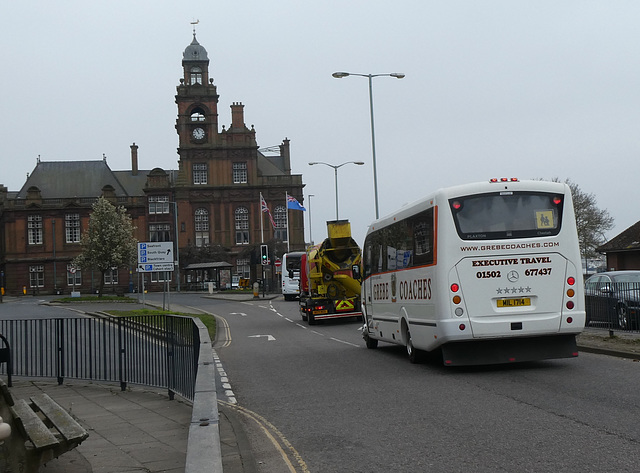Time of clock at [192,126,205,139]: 10:56
